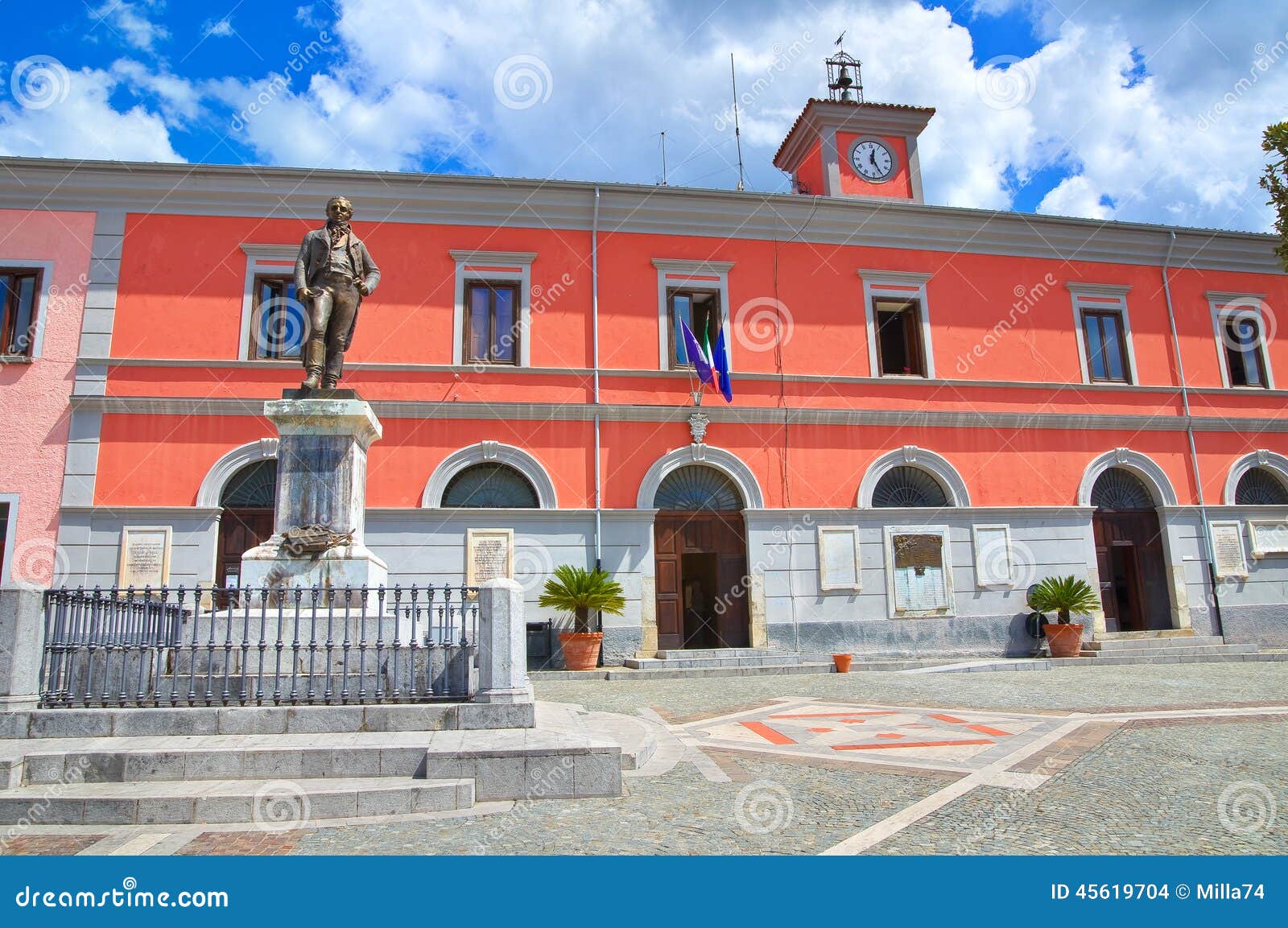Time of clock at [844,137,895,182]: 12:25
